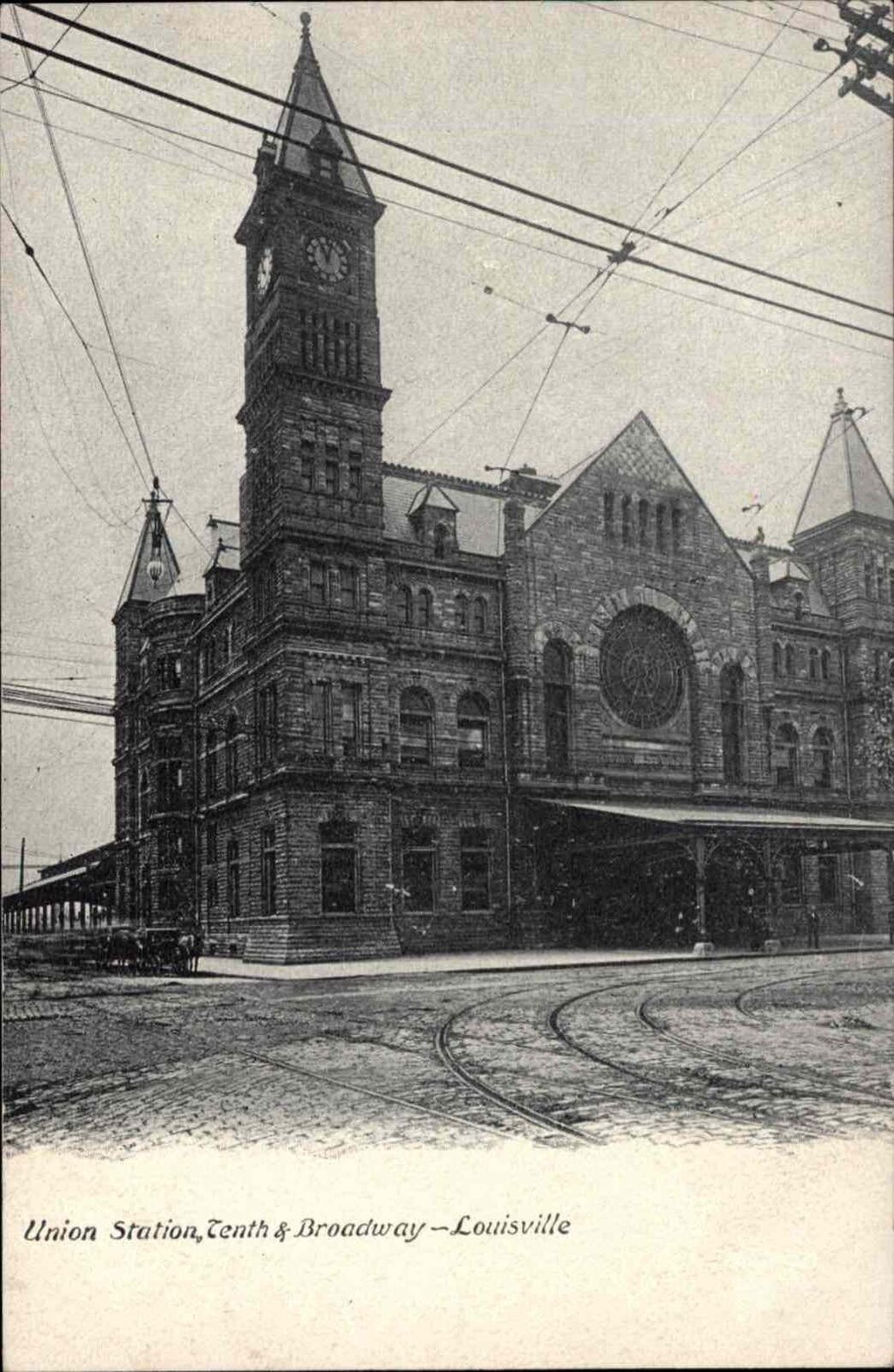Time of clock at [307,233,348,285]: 11:02
